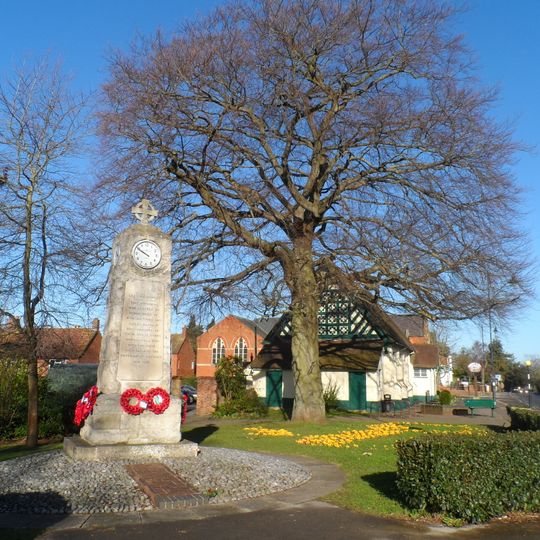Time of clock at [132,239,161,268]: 9:50
